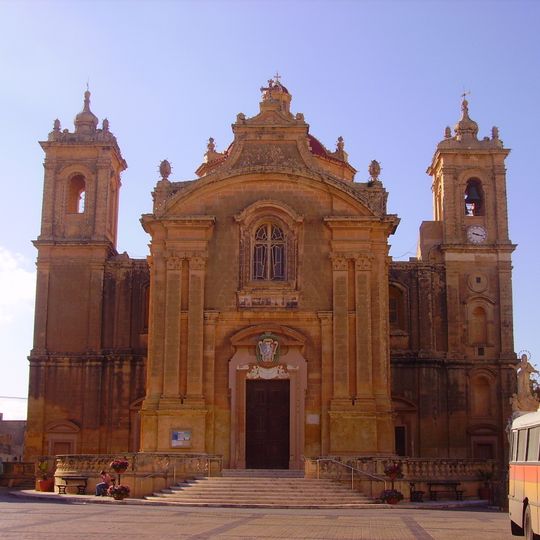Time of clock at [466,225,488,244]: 9:17
